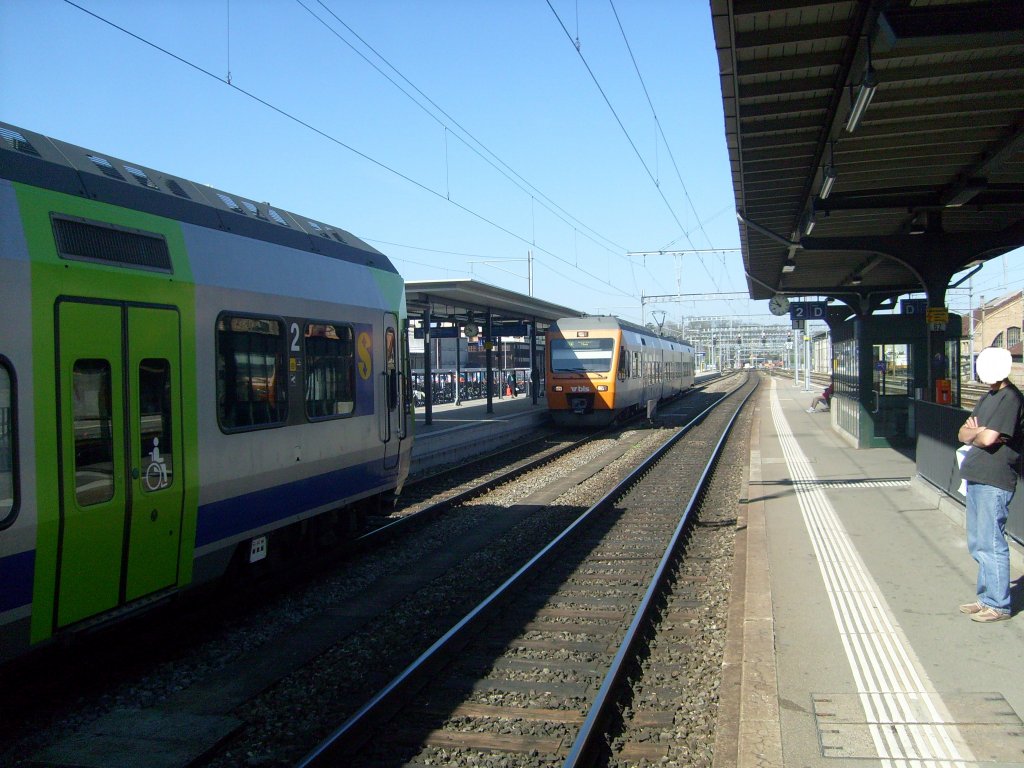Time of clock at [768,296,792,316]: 10:47
